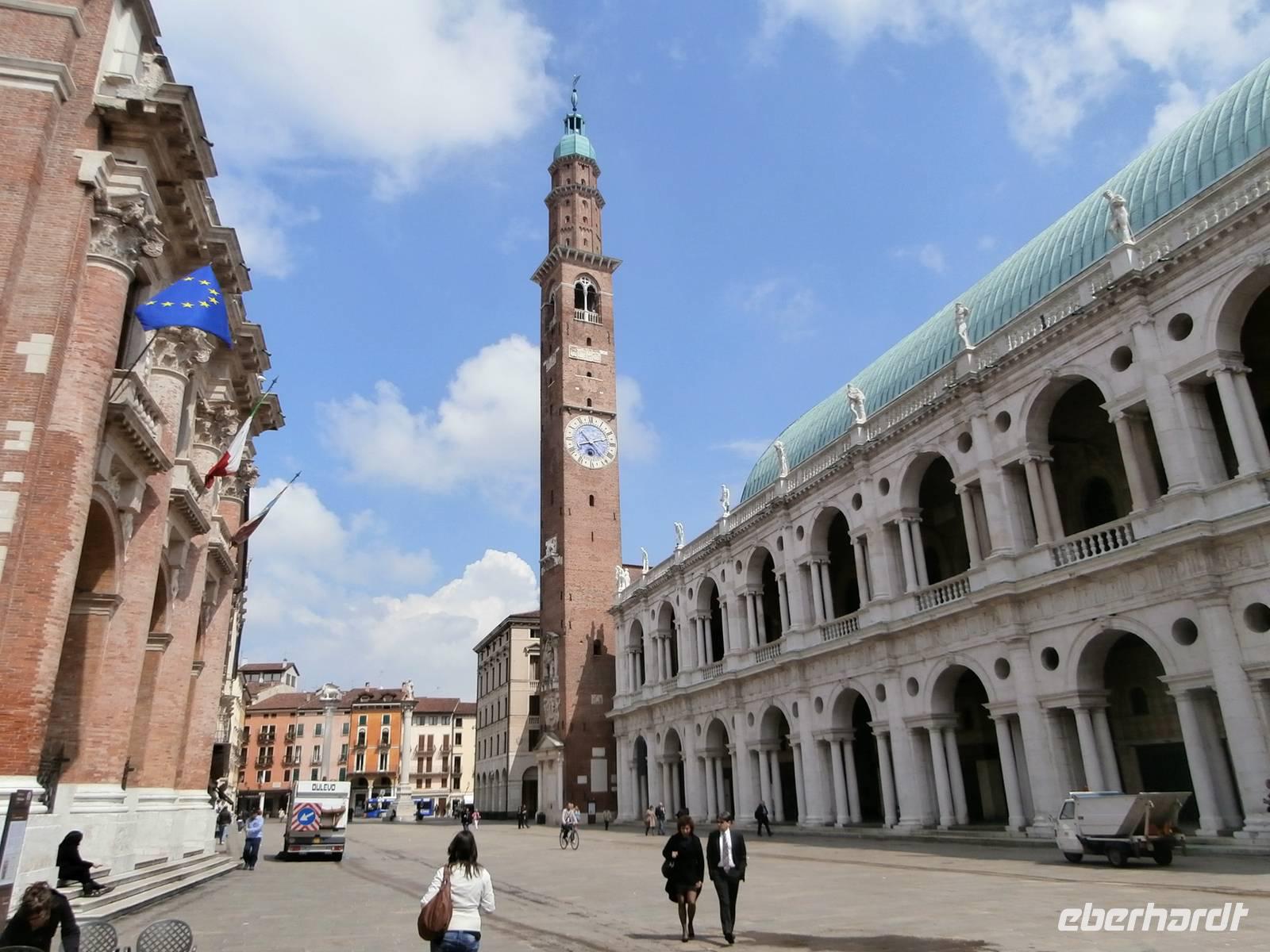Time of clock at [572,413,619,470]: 8:12
